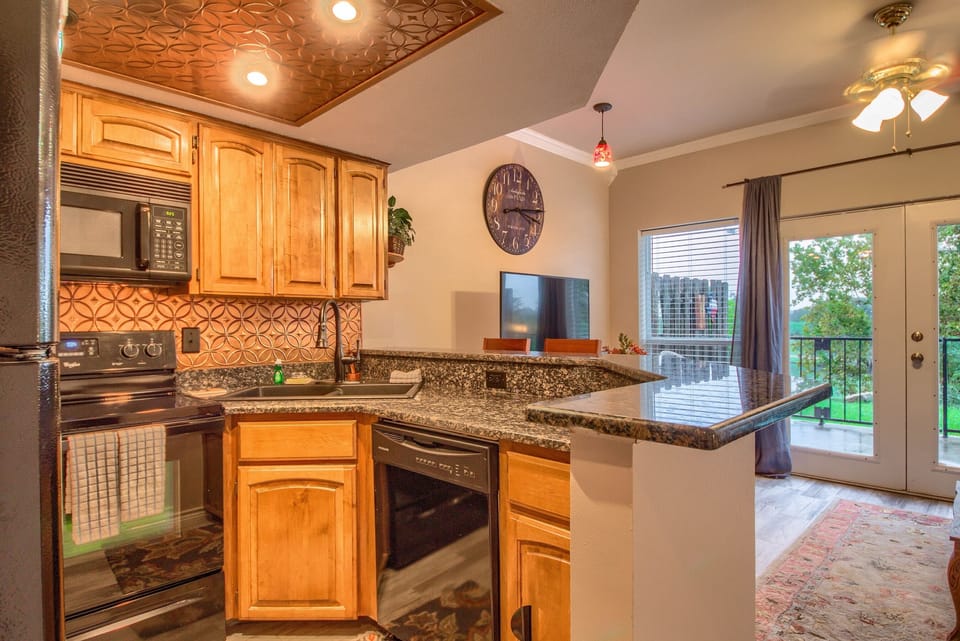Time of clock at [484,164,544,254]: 3:13
